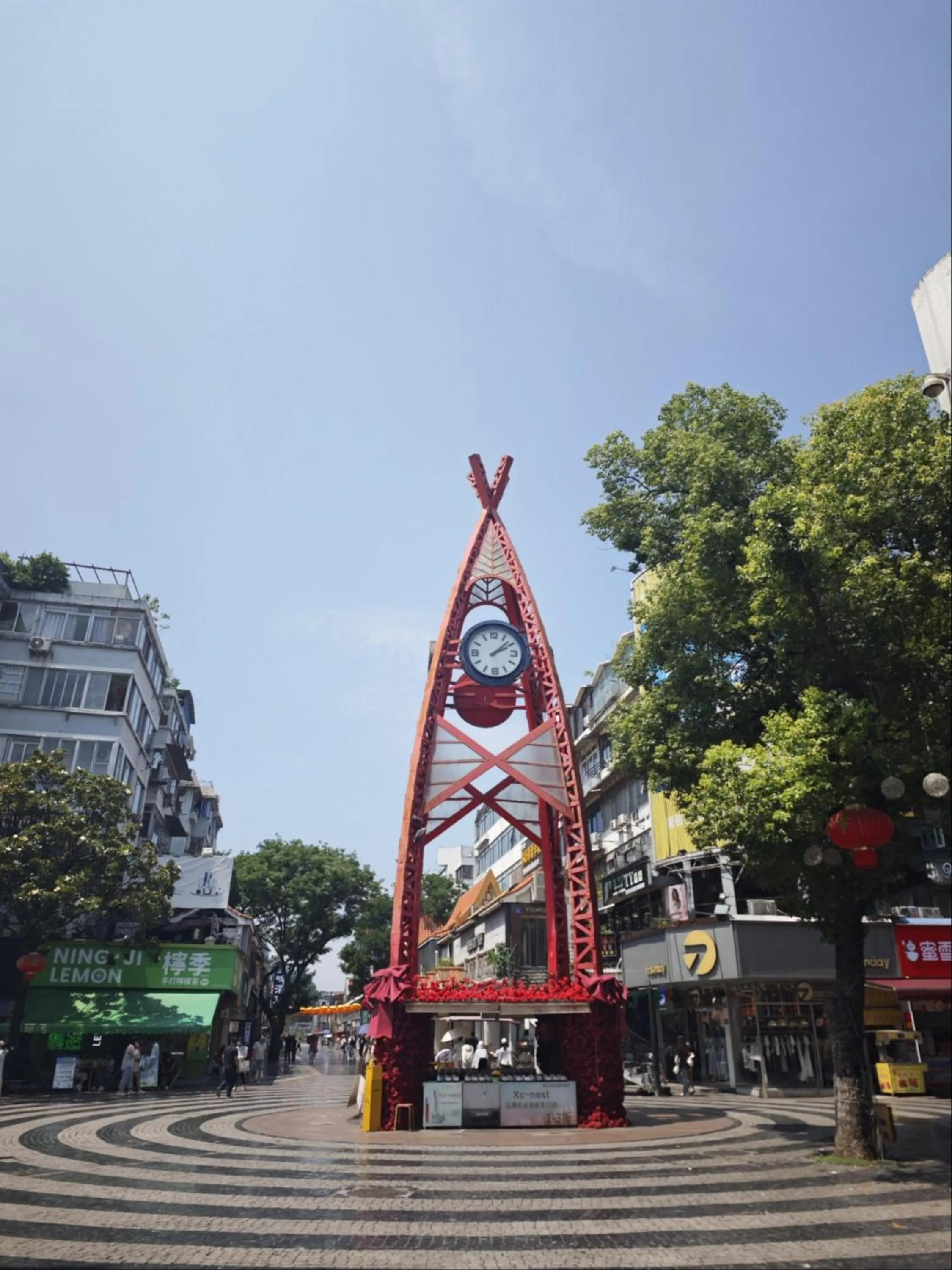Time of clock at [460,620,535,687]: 2:08
